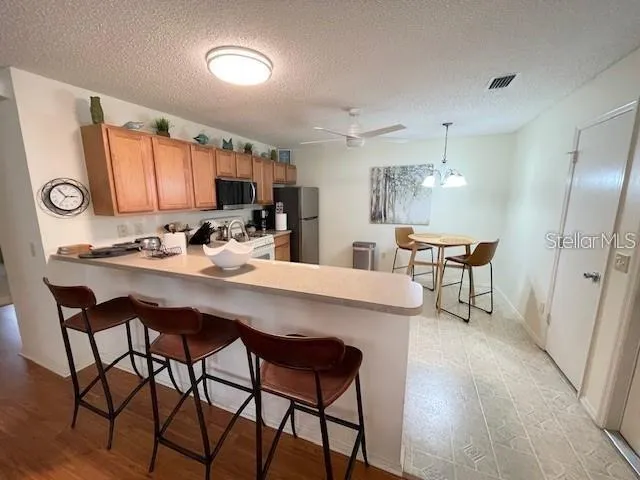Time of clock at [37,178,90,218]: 2:53
